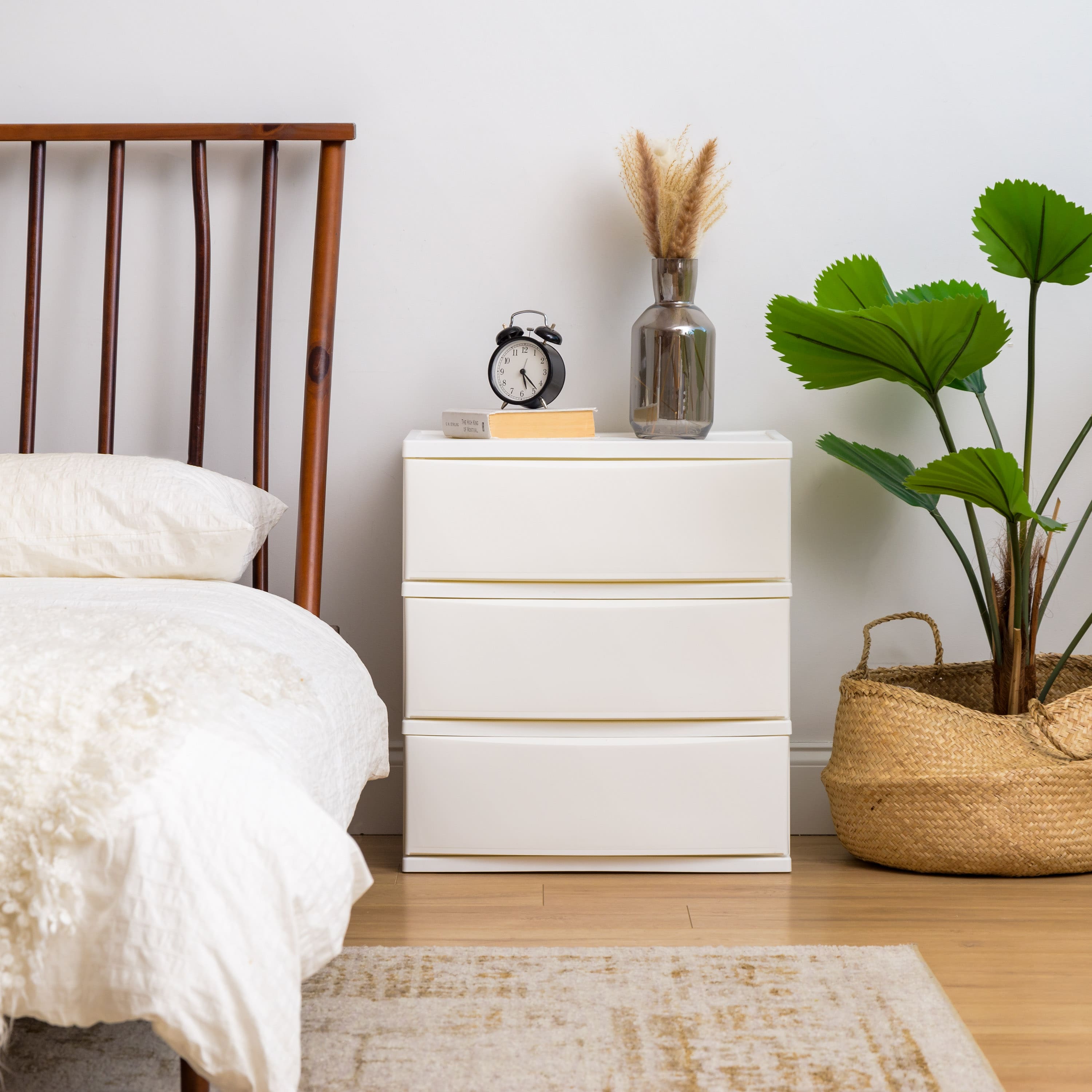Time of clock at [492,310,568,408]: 5:23
